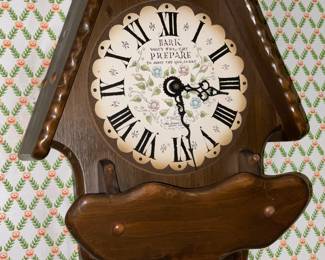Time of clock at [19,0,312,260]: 3:28
